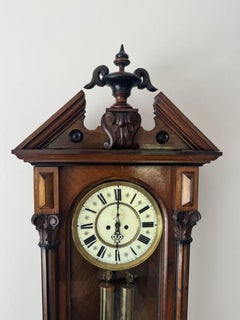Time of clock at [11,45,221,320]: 6:00
